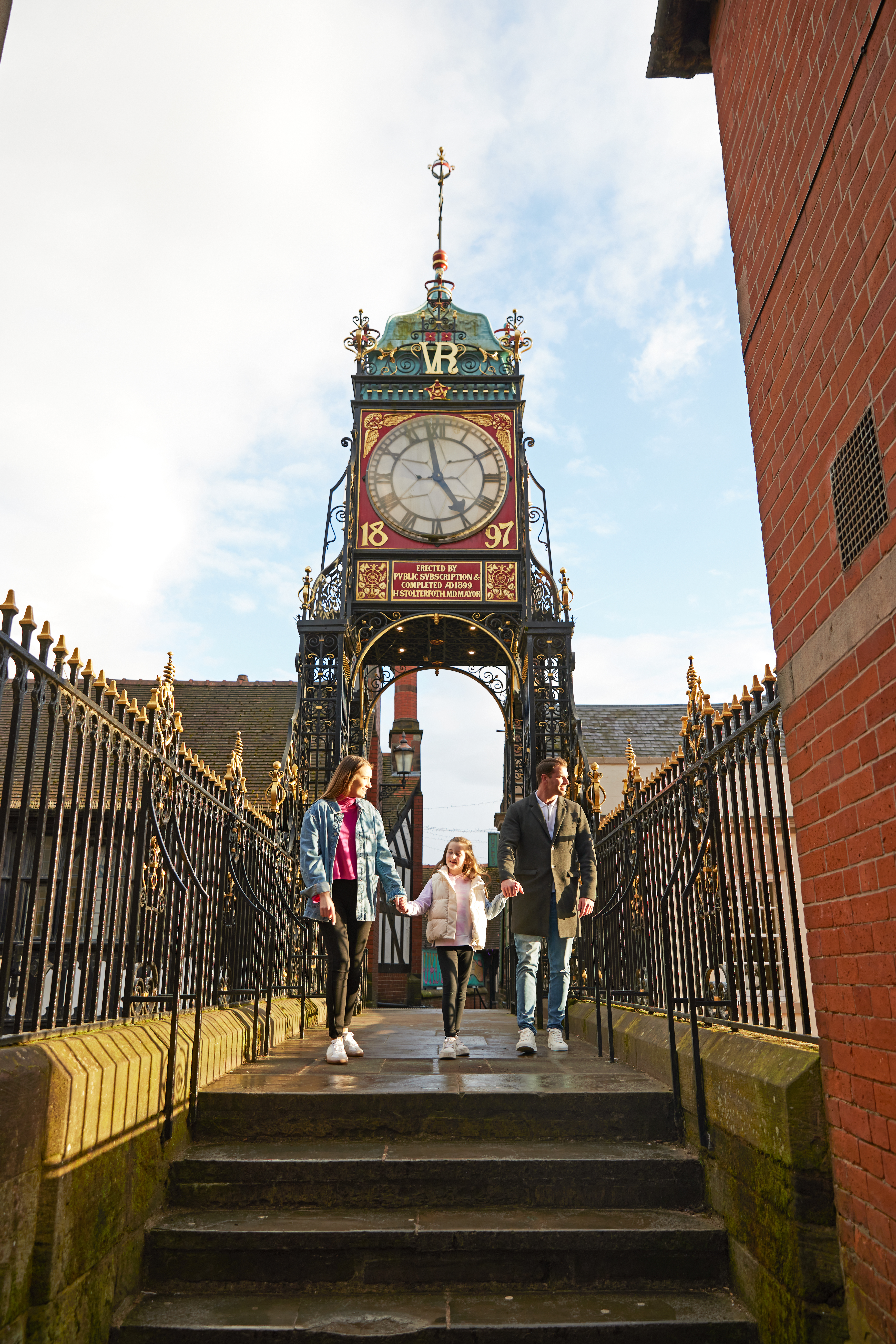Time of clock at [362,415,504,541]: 4:58
